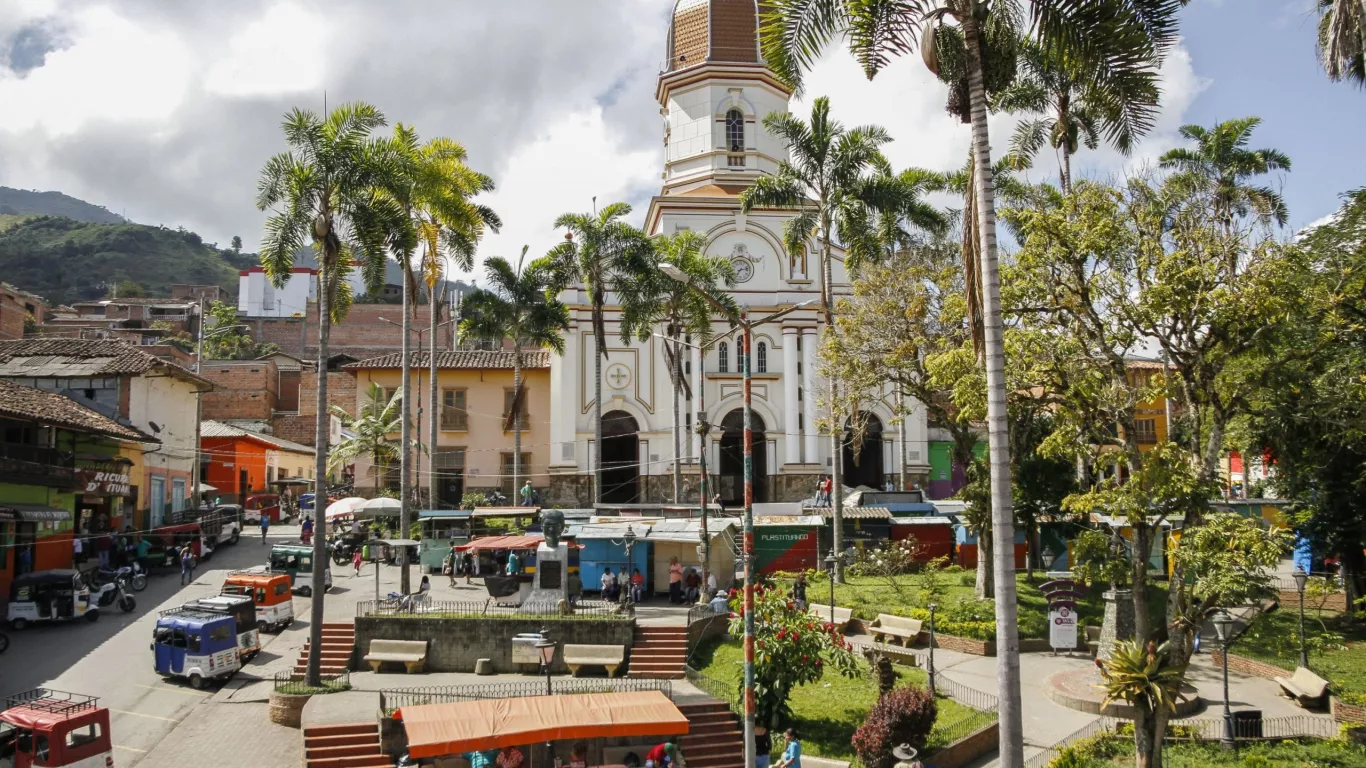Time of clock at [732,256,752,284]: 7:12
